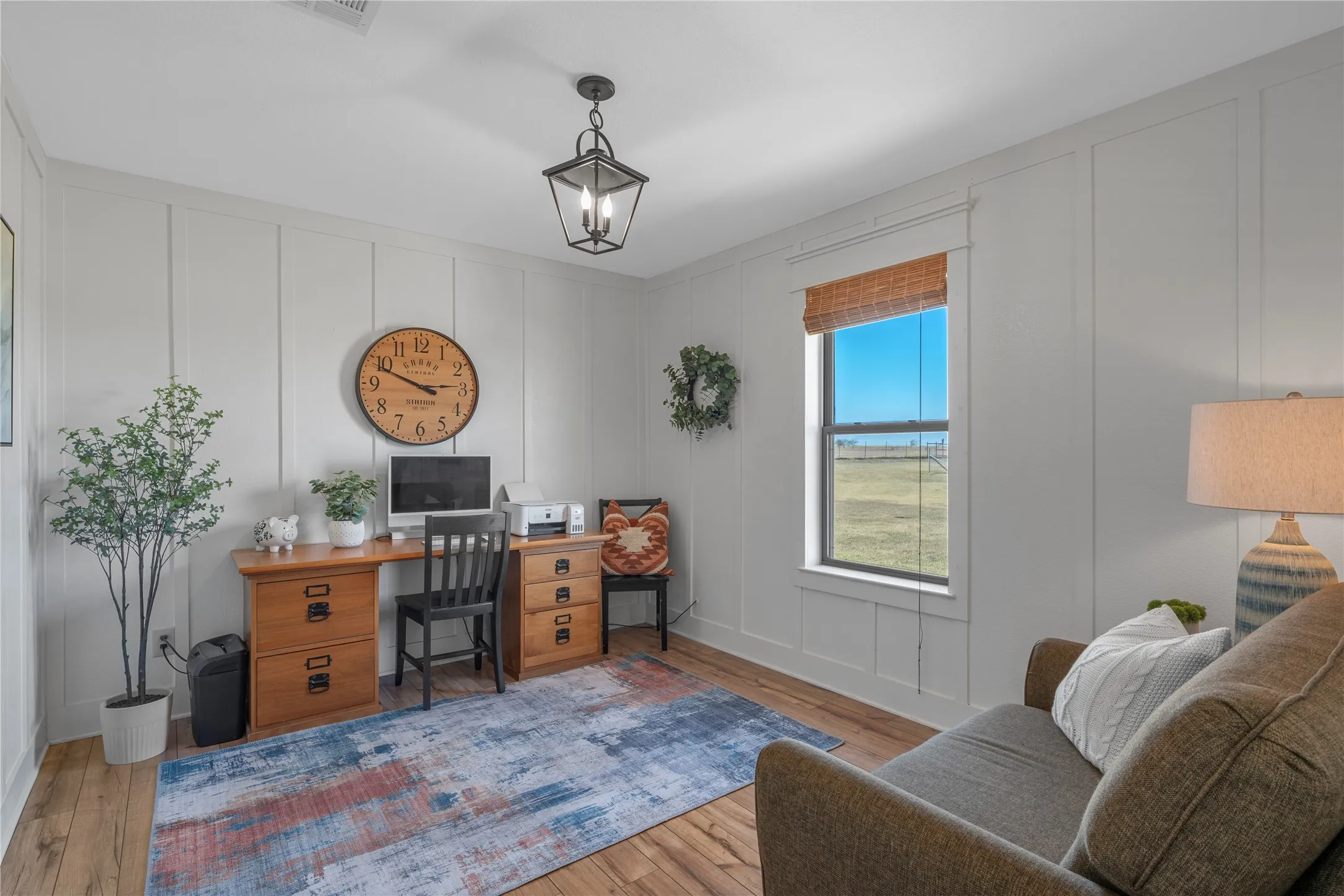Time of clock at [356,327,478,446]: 2:48
